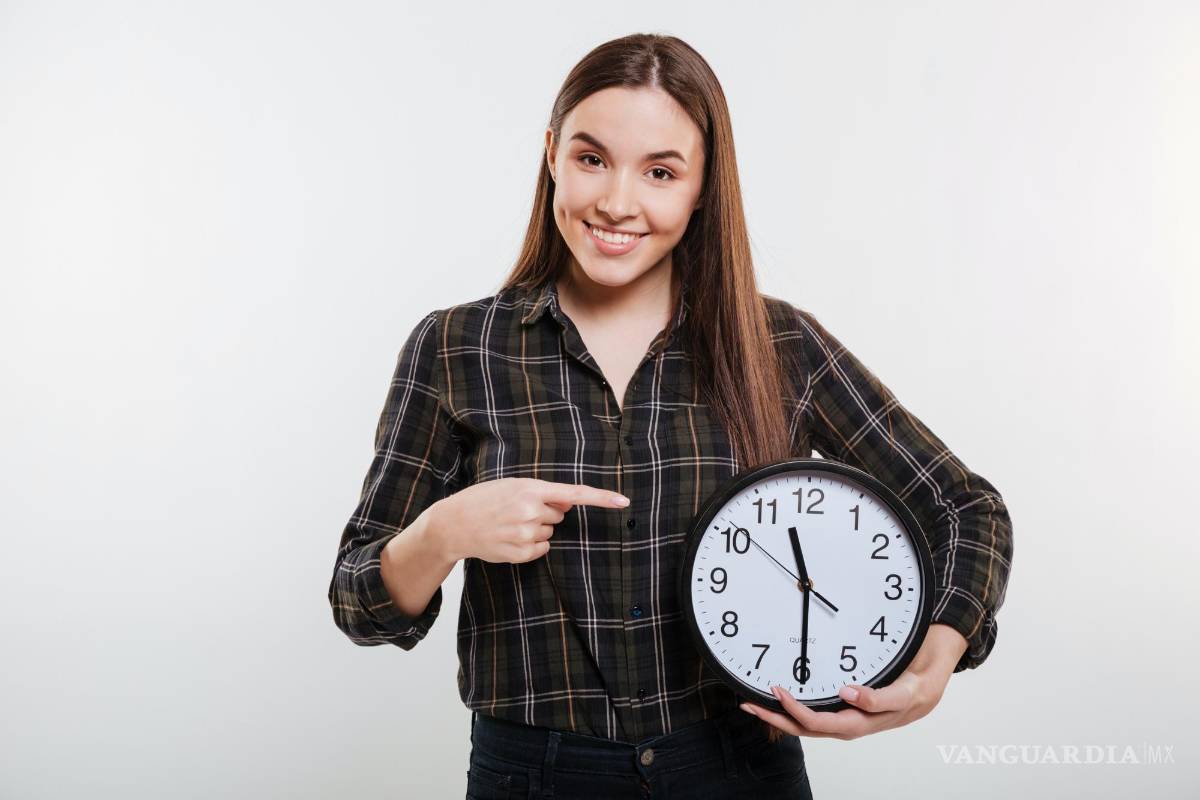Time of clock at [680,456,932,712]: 11:29
